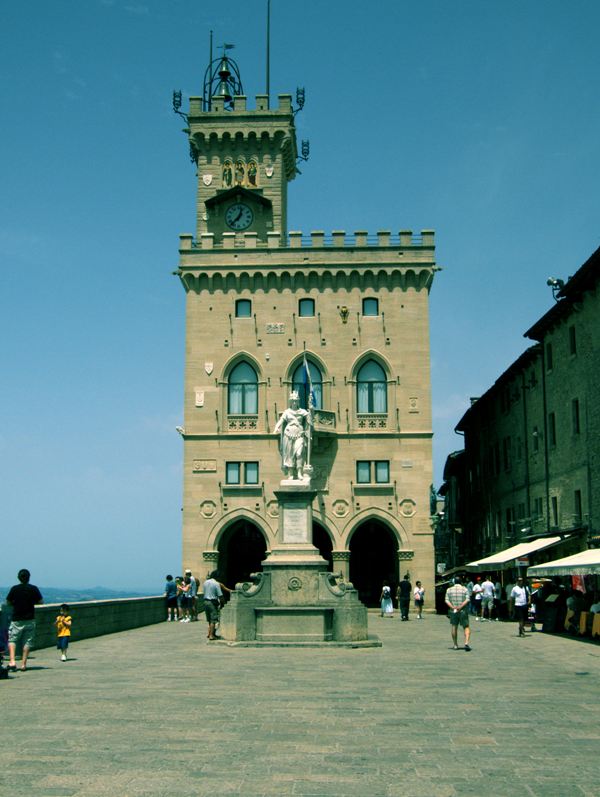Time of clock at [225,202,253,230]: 12:37
